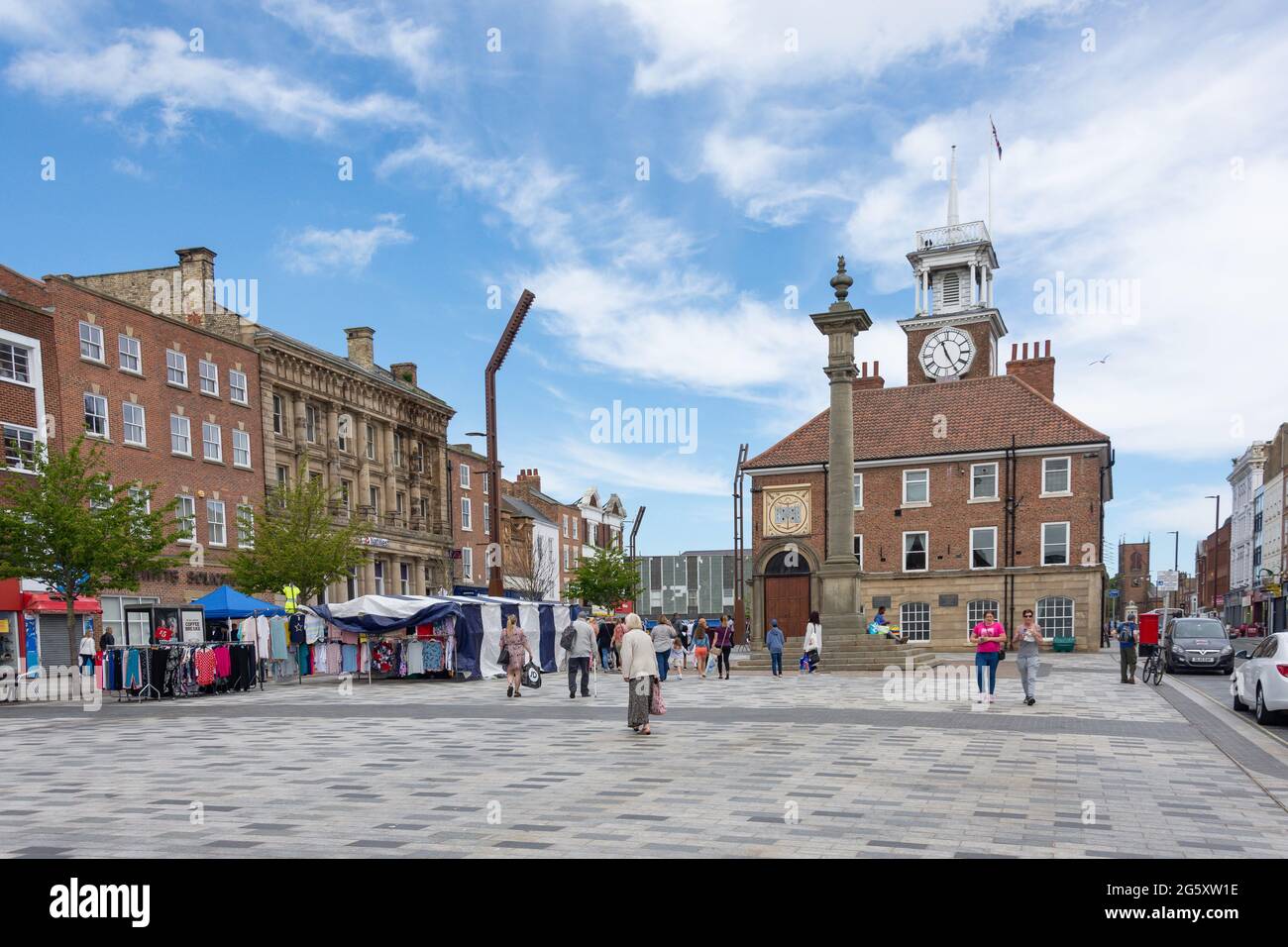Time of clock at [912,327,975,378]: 11:25
